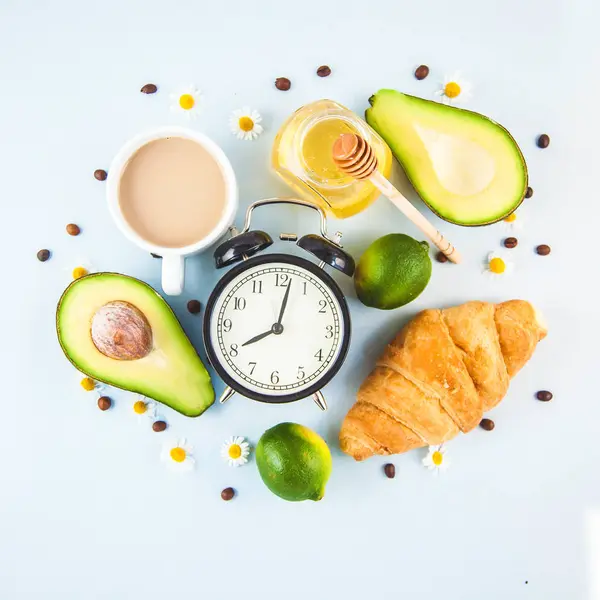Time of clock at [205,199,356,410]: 8:02
